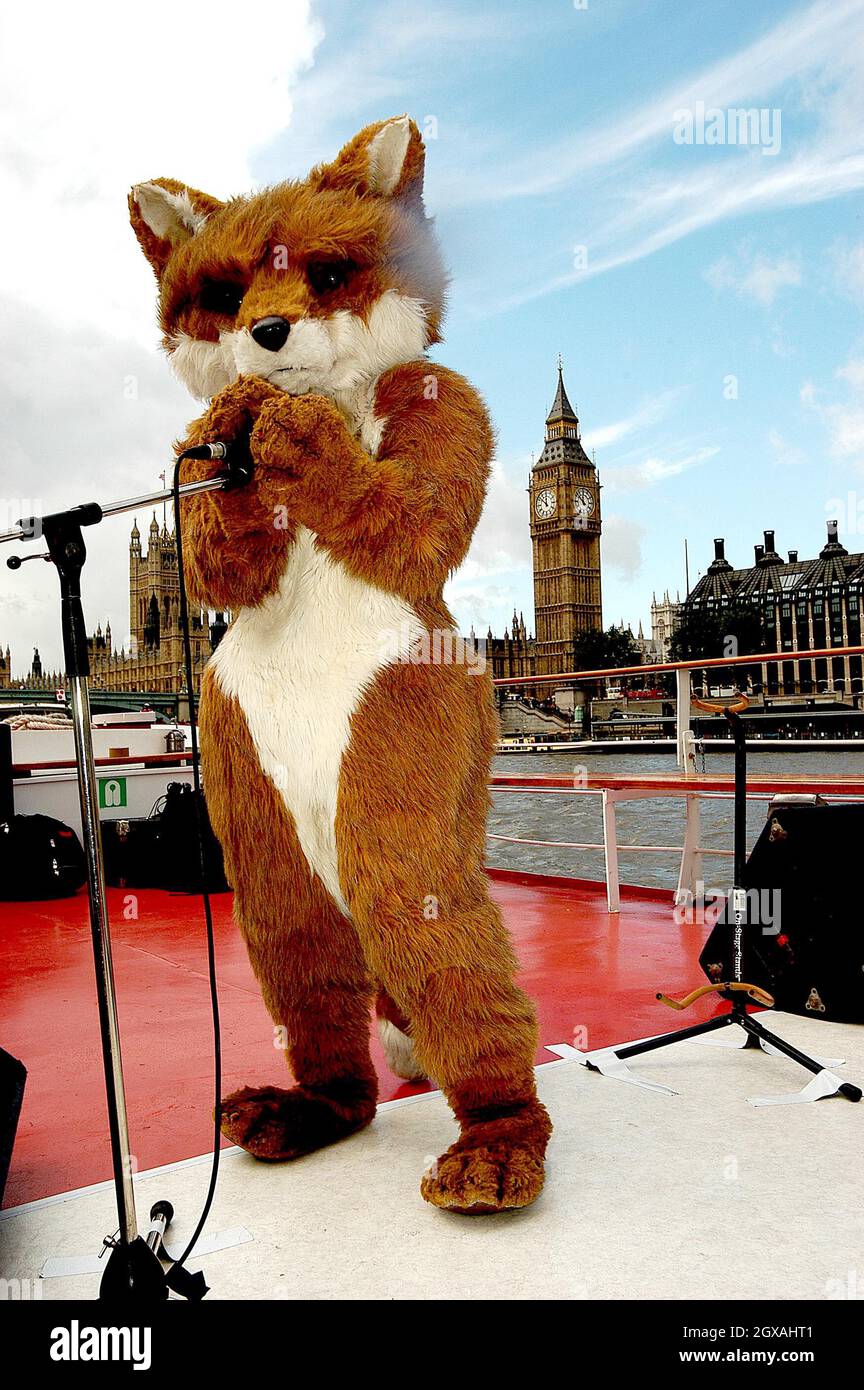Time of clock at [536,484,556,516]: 11:51
